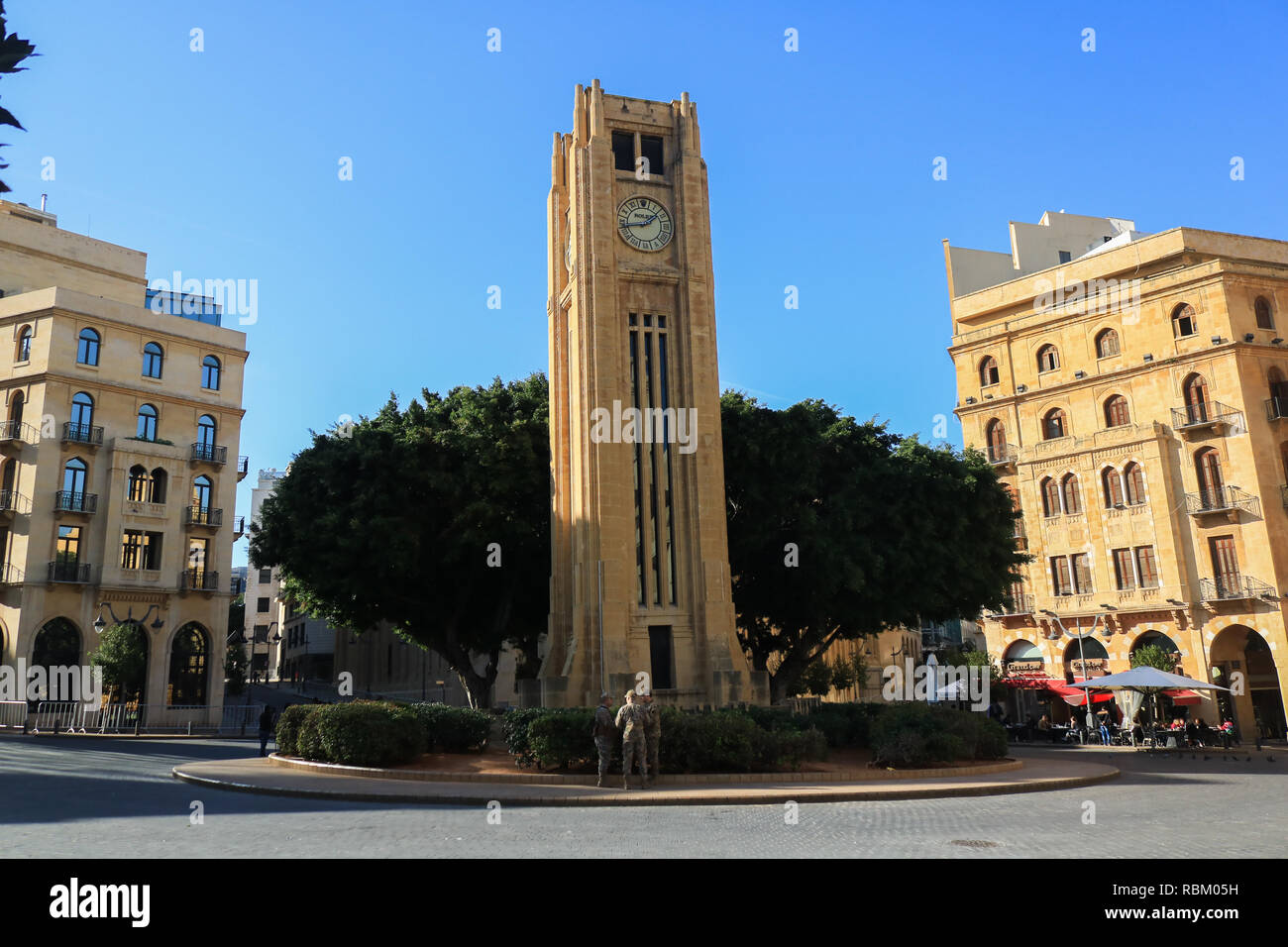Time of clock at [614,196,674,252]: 1:43
